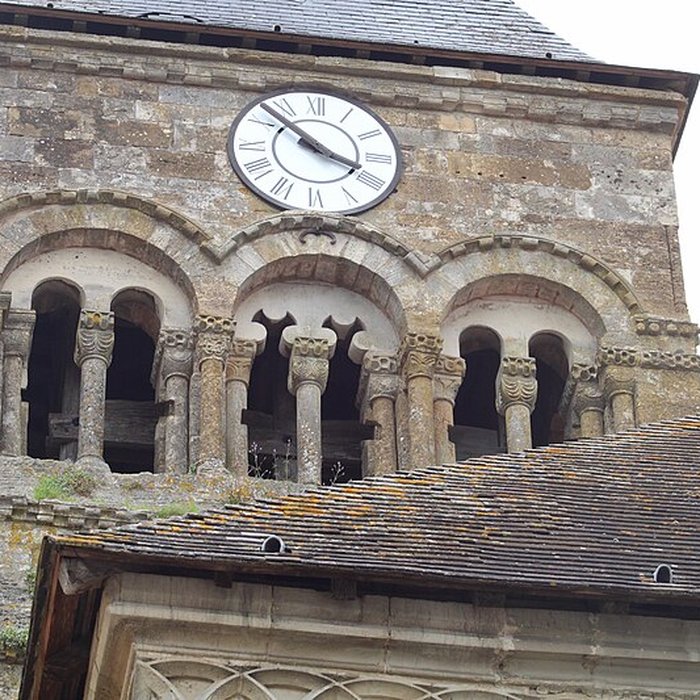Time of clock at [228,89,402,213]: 3:52
